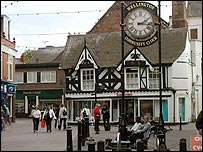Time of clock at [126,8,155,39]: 2:16
